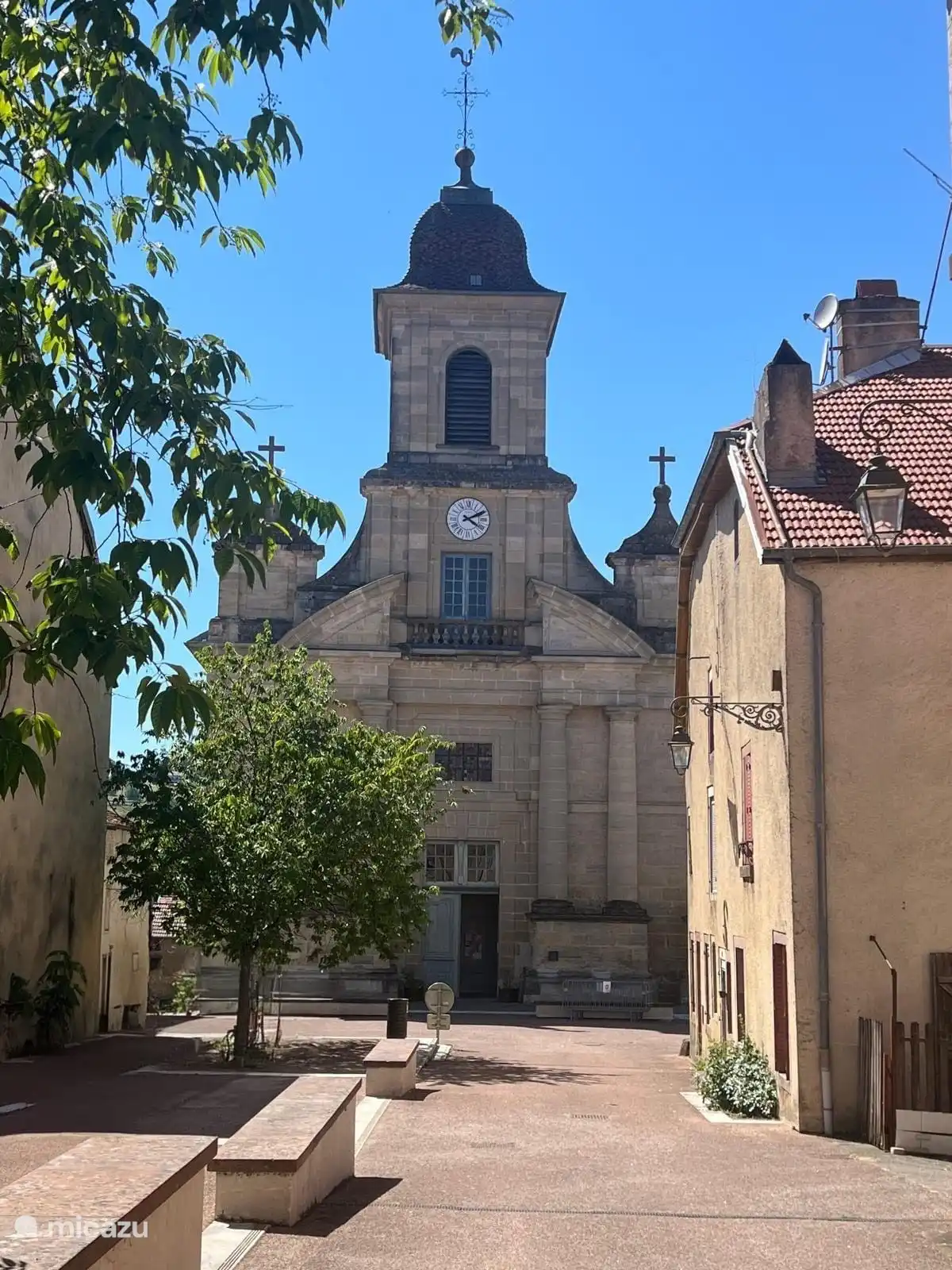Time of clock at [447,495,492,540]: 4:10
